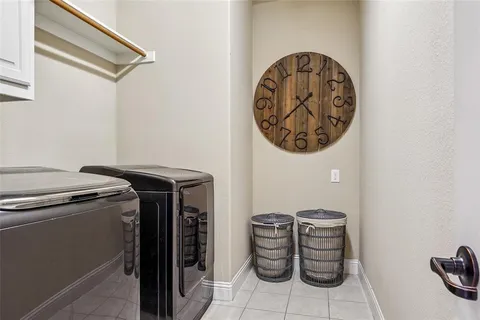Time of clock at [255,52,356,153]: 4:38
